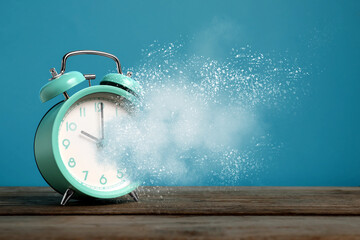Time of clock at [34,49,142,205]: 10:00
